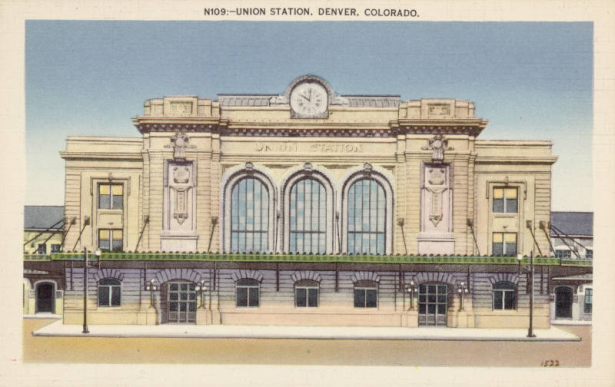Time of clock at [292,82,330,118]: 10:00
